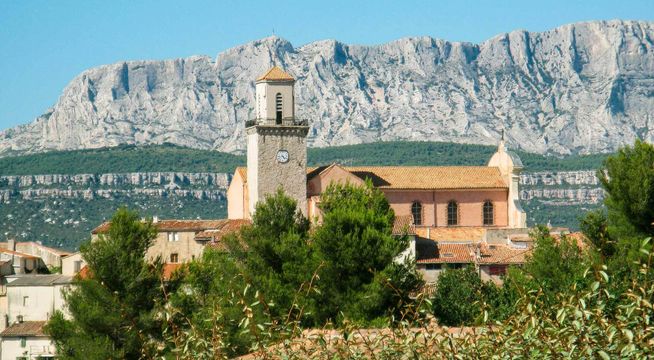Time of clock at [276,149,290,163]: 4:42
